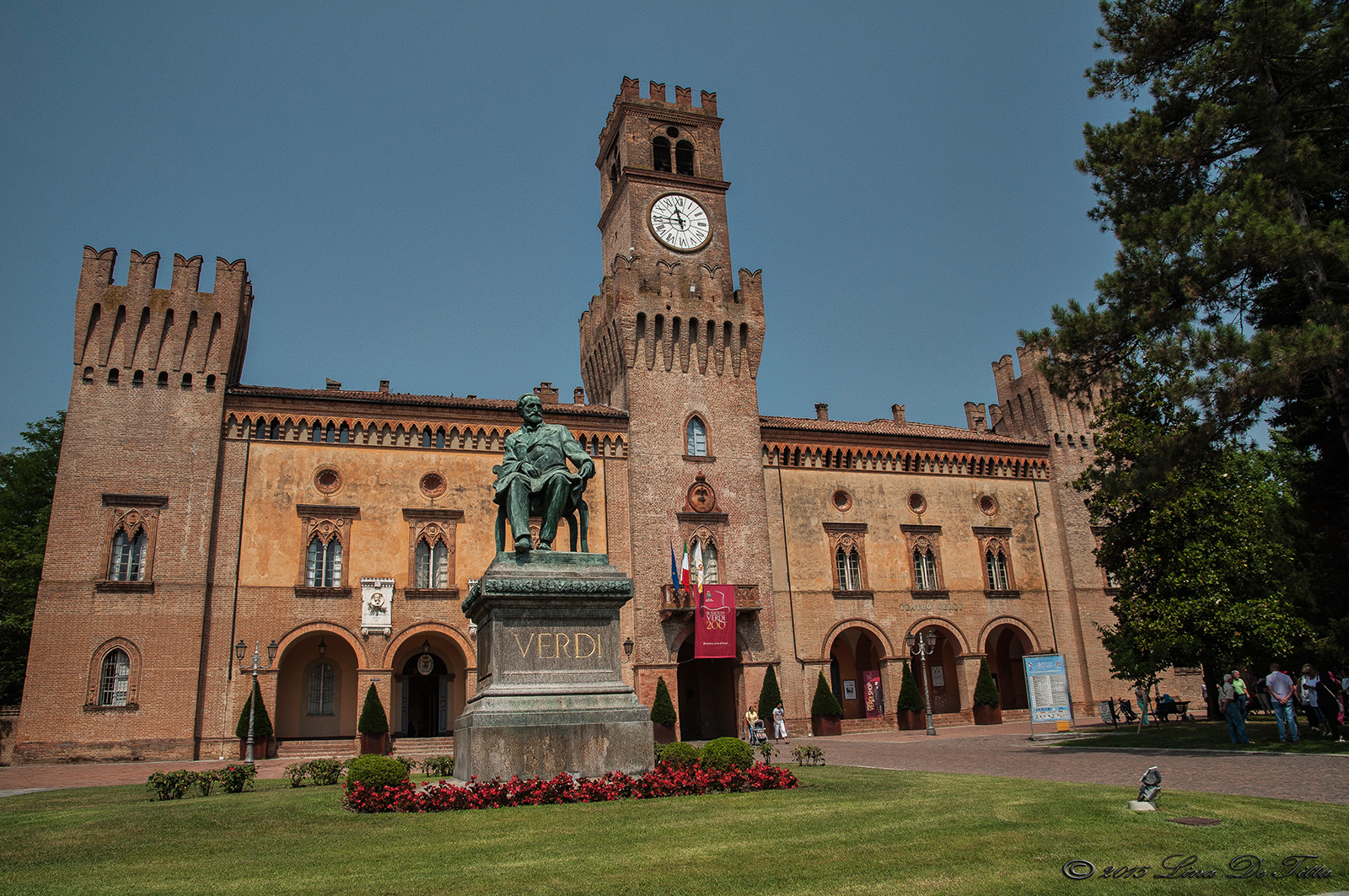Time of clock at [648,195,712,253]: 11:44
